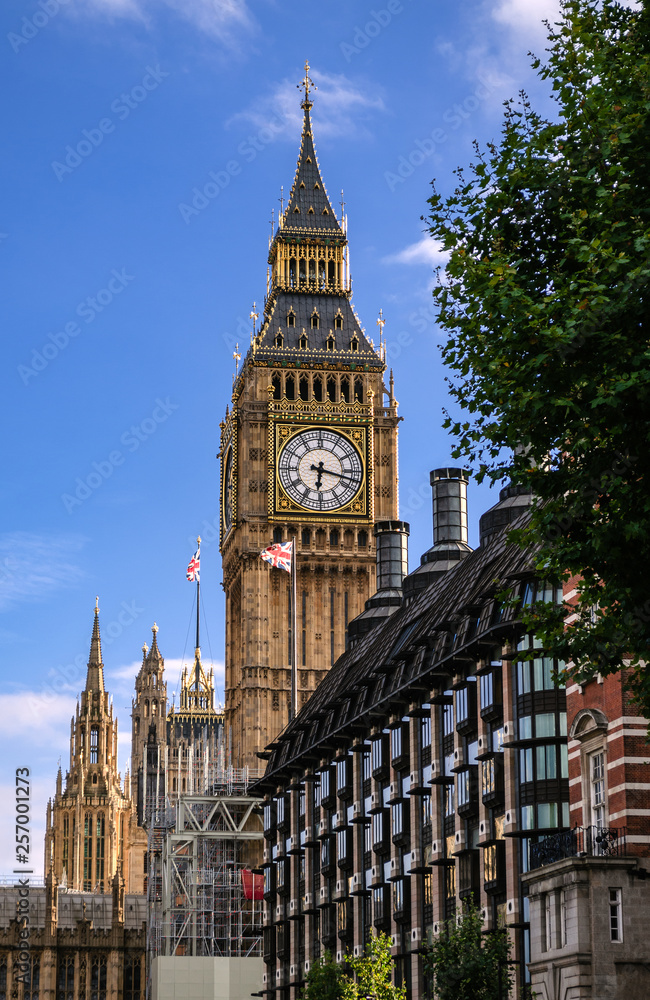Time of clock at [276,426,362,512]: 6:17
